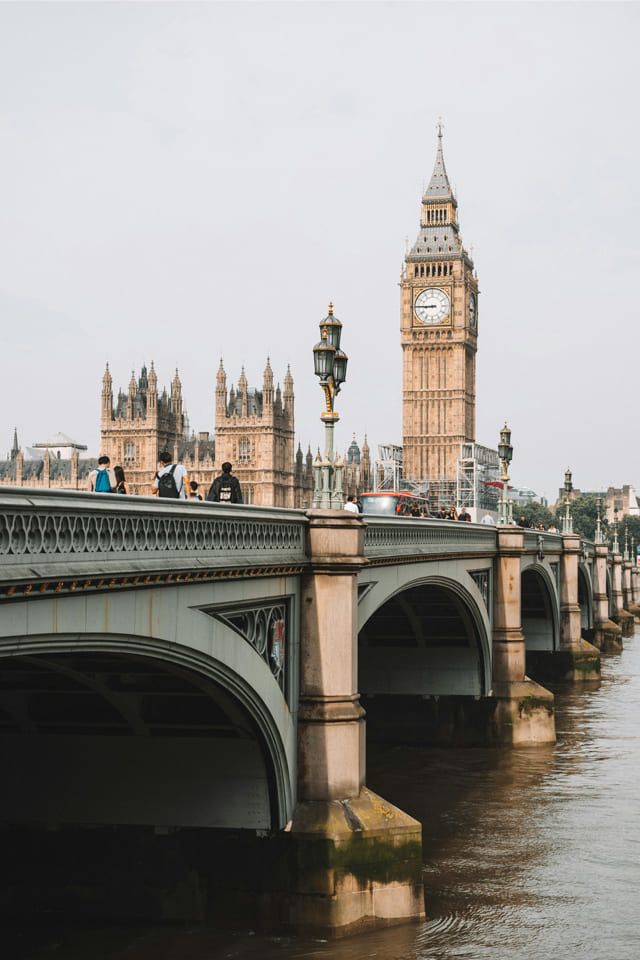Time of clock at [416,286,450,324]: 8:45
